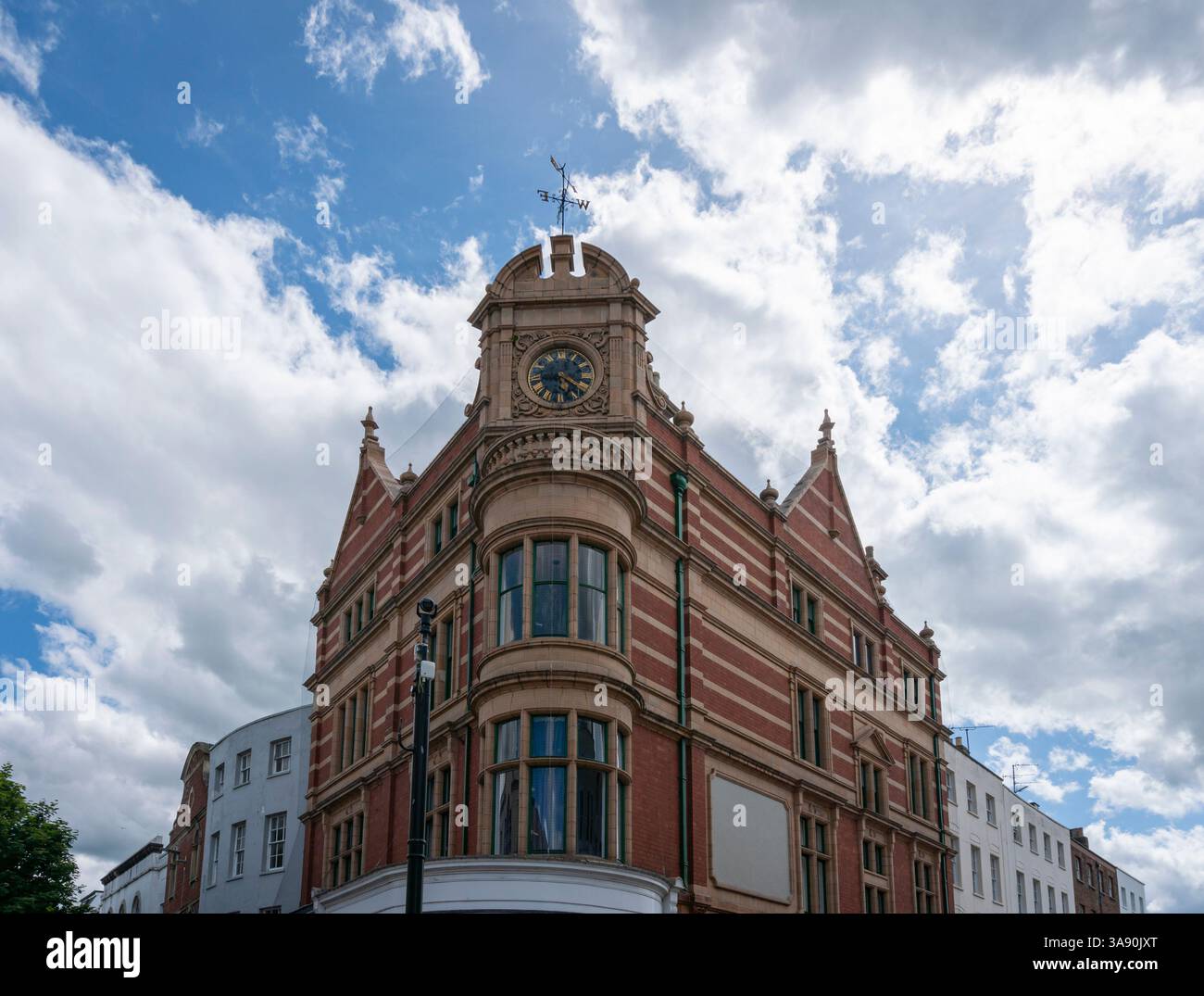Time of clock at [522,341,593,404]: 5:20
